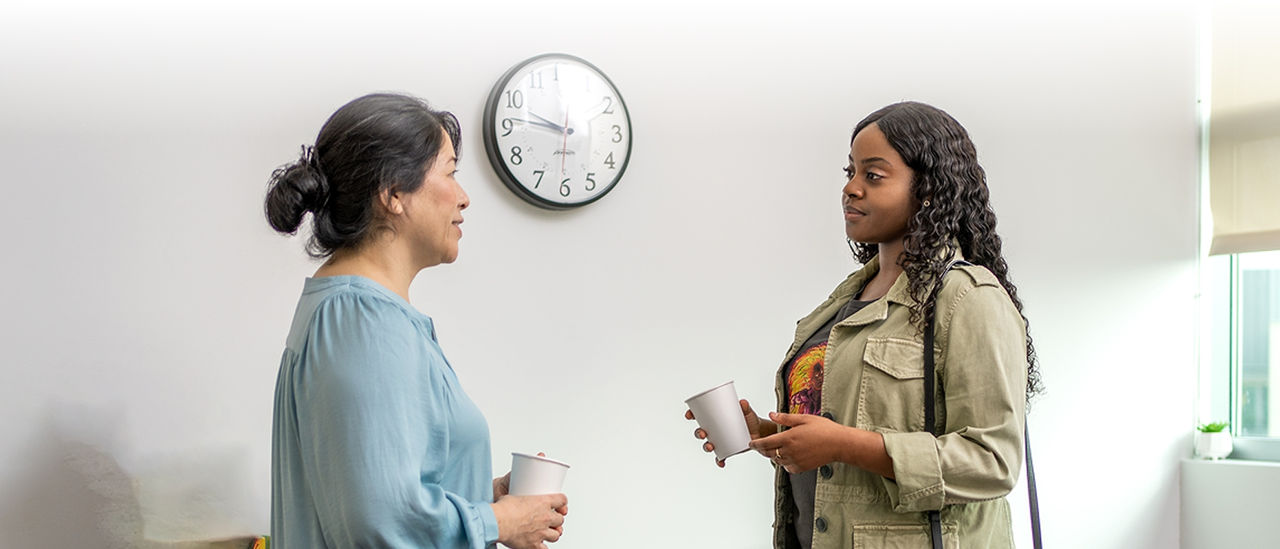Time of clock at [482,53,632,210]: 9:46
